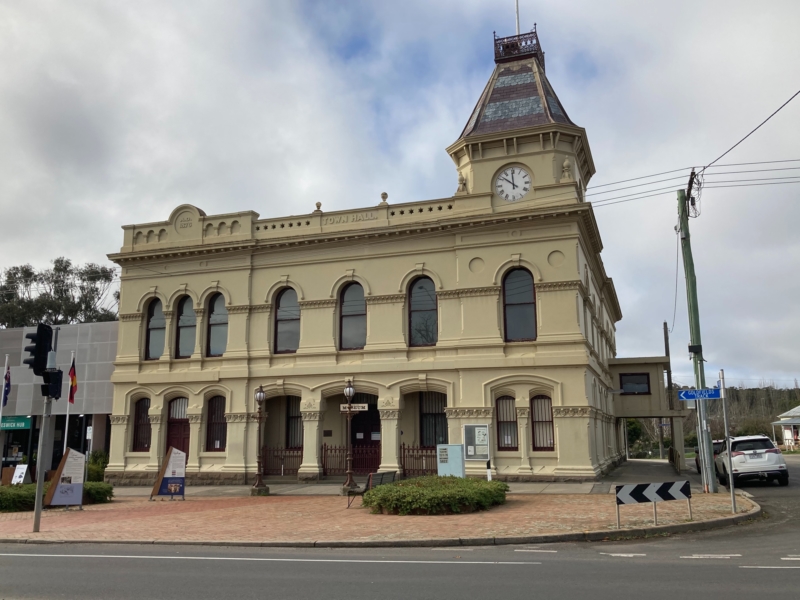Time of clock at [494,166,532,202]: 11:51
